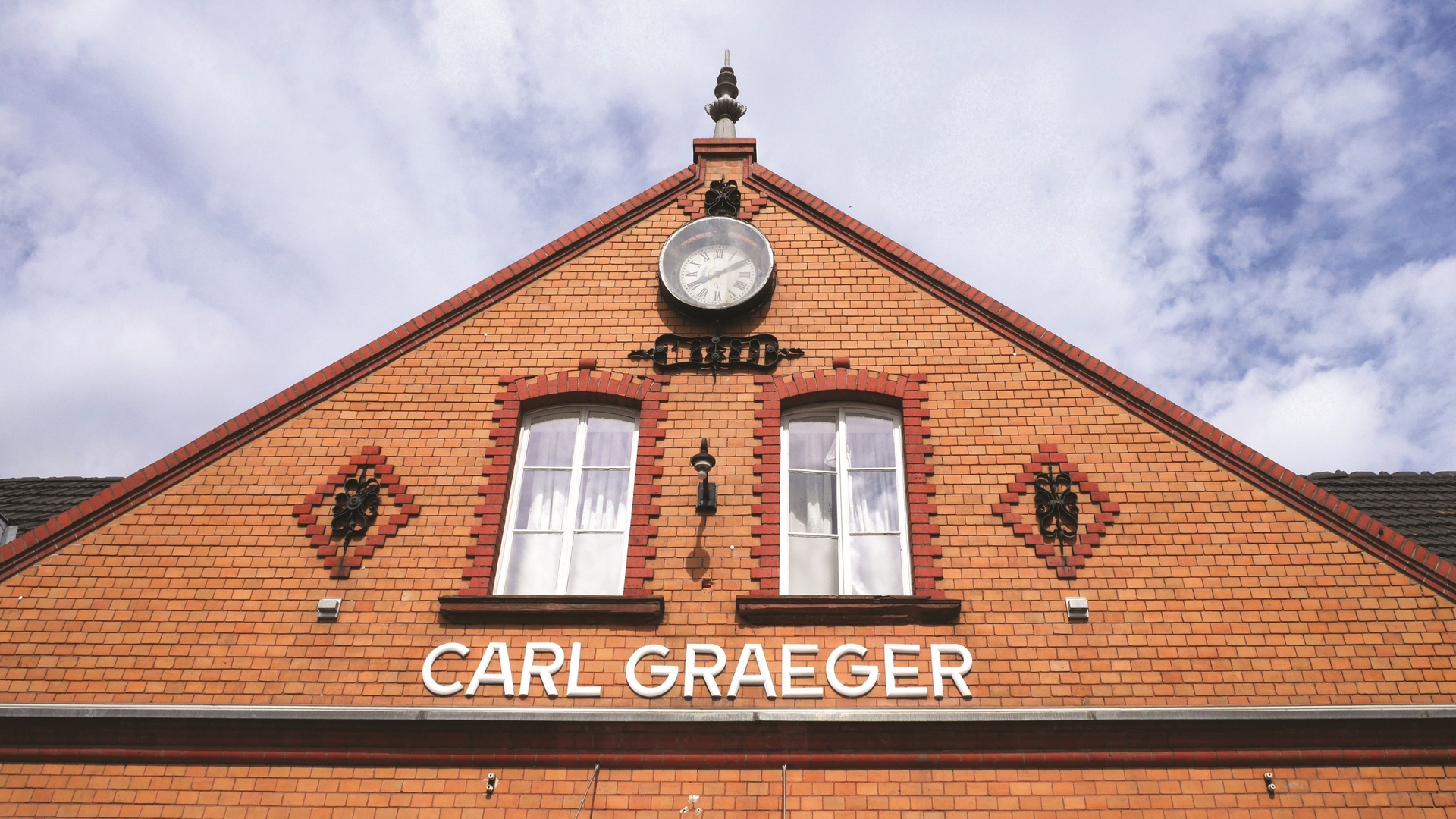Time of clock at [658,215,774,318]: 8:09
